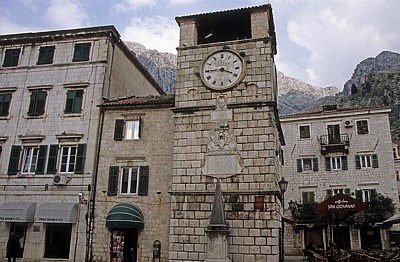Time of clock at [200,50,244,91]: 3:44
